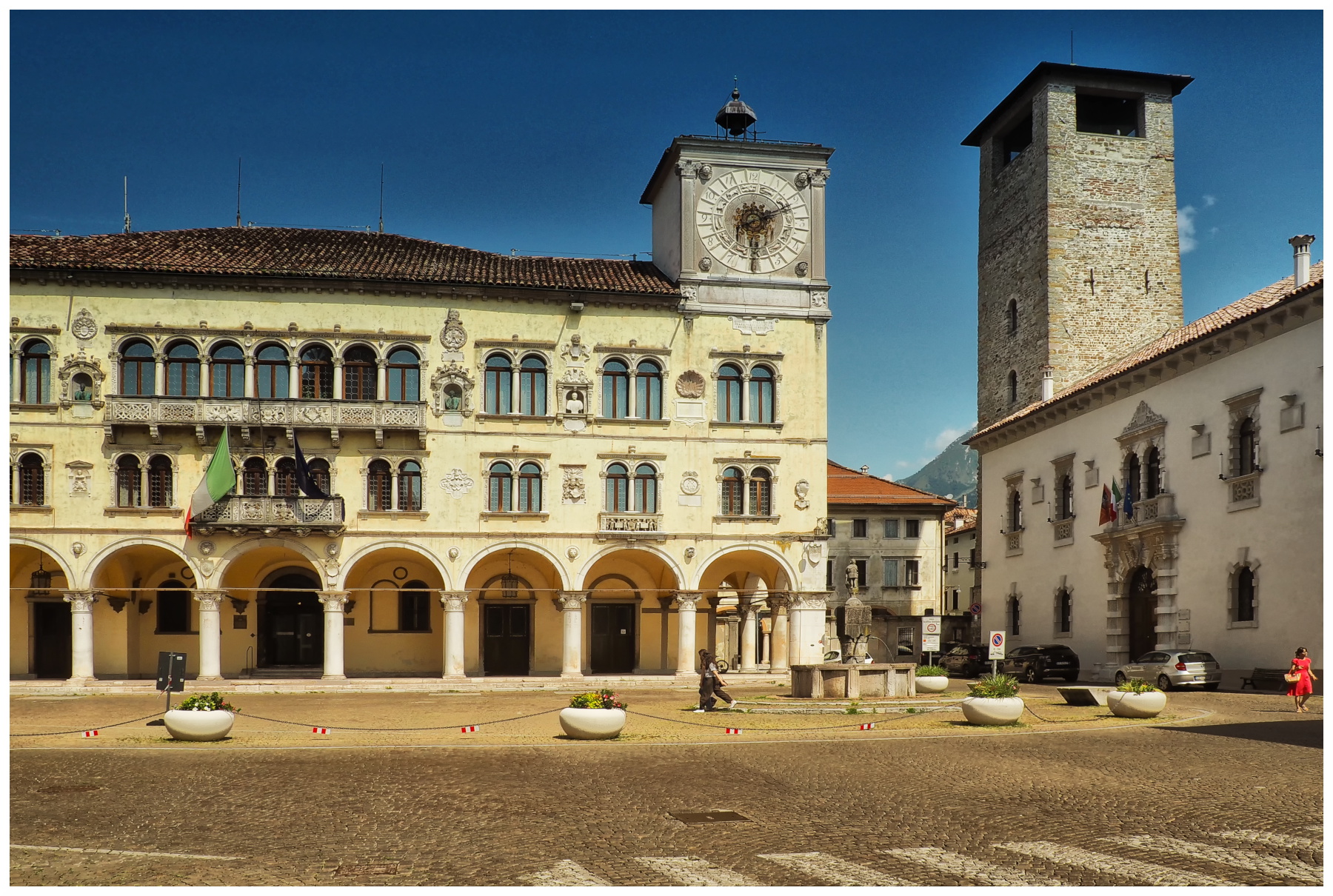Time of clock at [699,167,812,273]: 6:10
